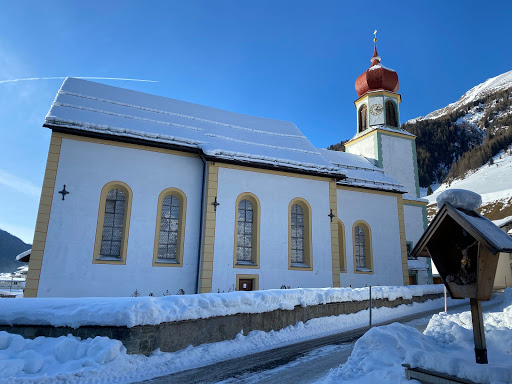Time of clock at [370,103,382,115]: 1:16
